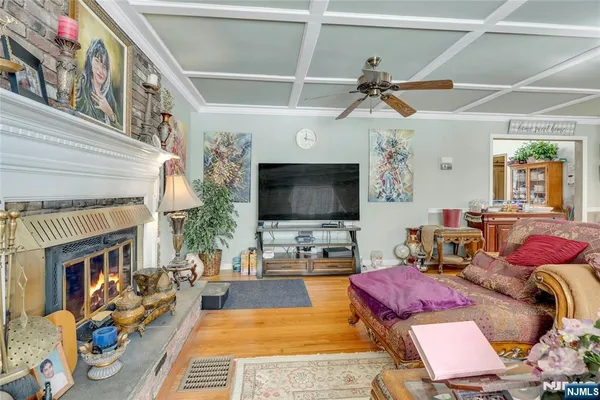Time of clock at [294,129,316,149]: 12:17
